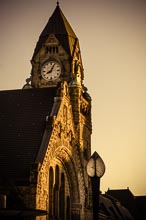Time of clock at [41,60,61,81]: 8:04
